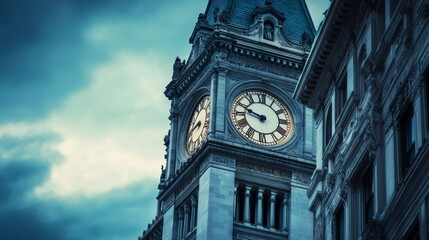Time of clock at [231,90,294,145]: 9:48
